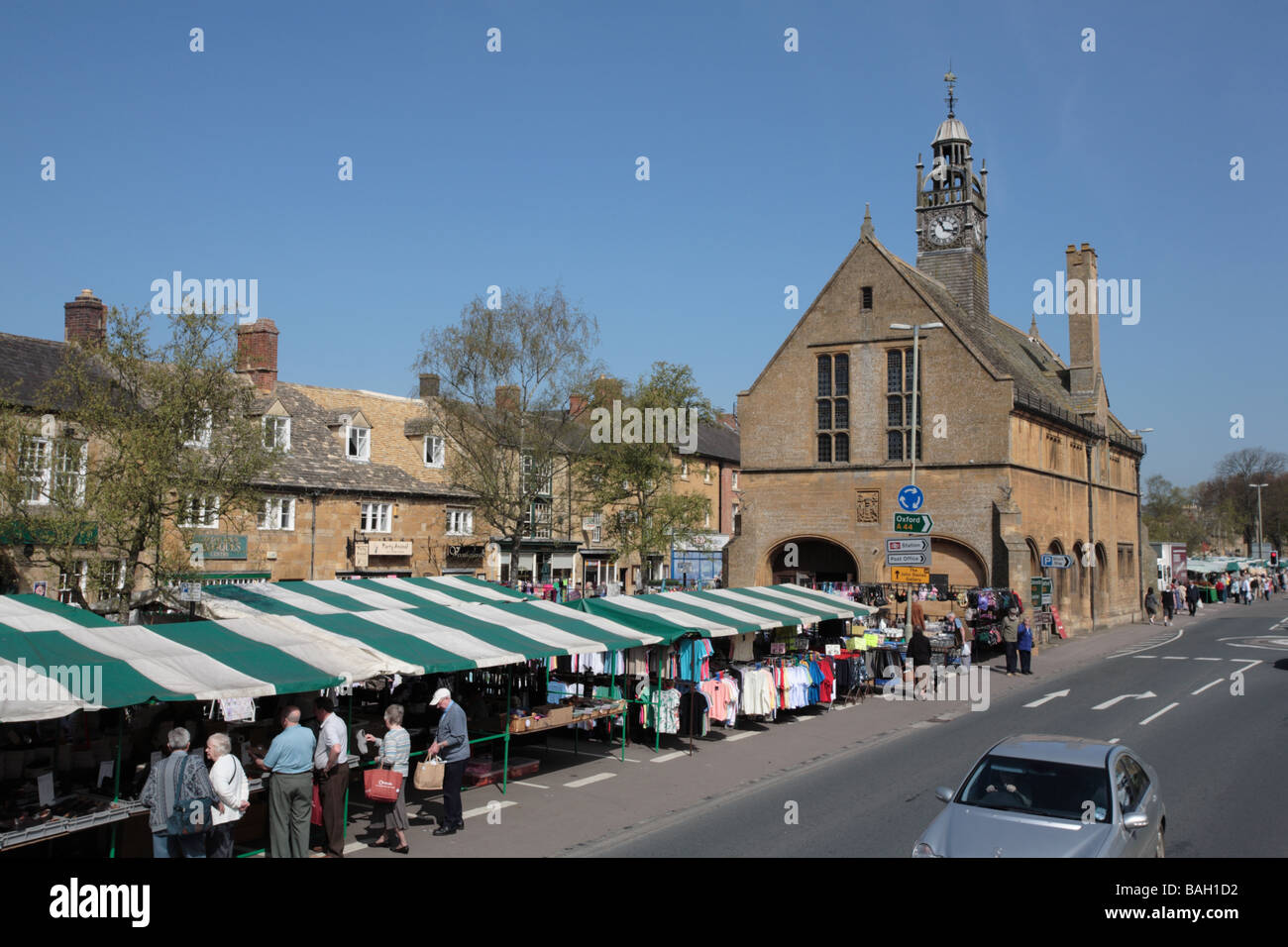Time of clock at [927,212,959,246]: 11:17
